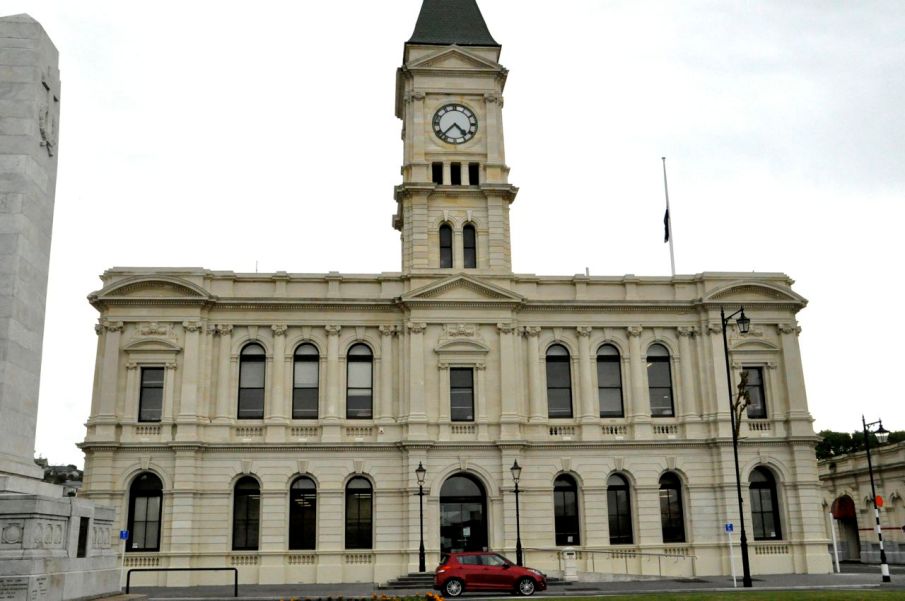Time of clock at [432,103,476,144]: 4:37
